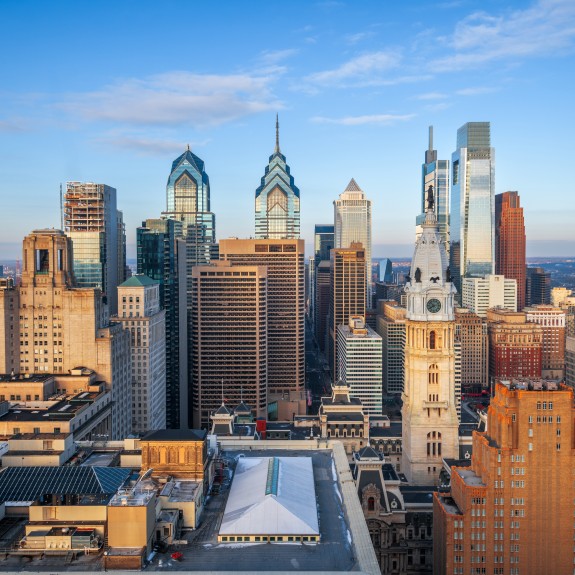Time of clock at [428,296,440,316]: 7:52
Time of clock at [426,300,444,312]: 7:52
